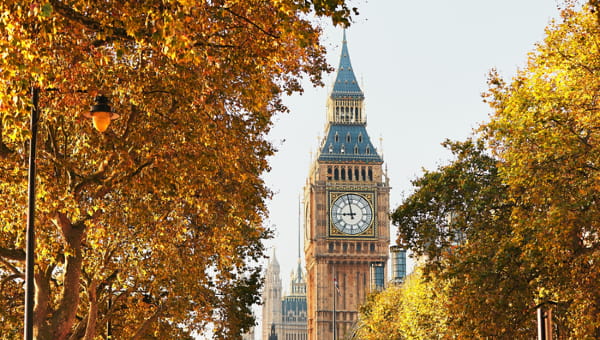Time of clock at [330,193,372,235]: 8:57
